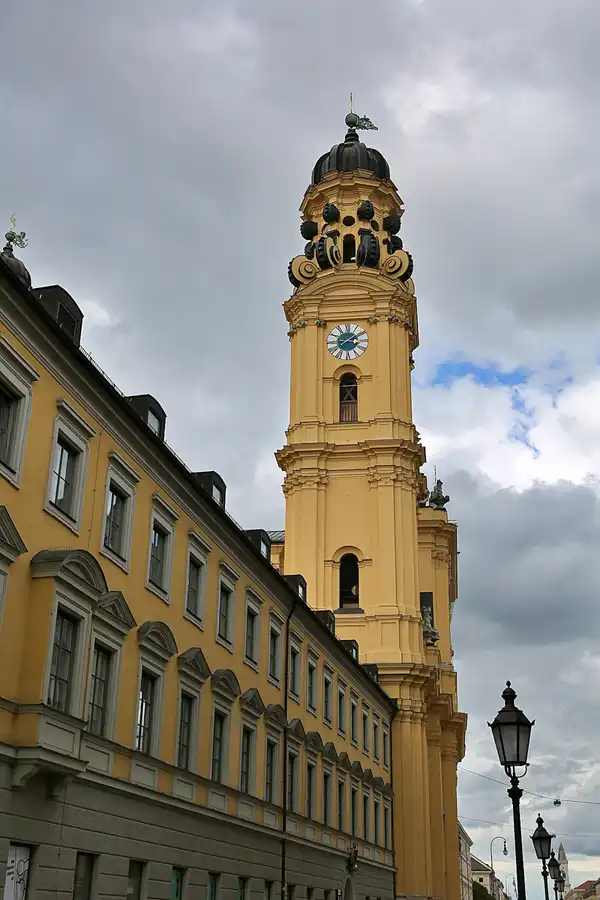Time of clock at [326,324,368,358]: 3:09
